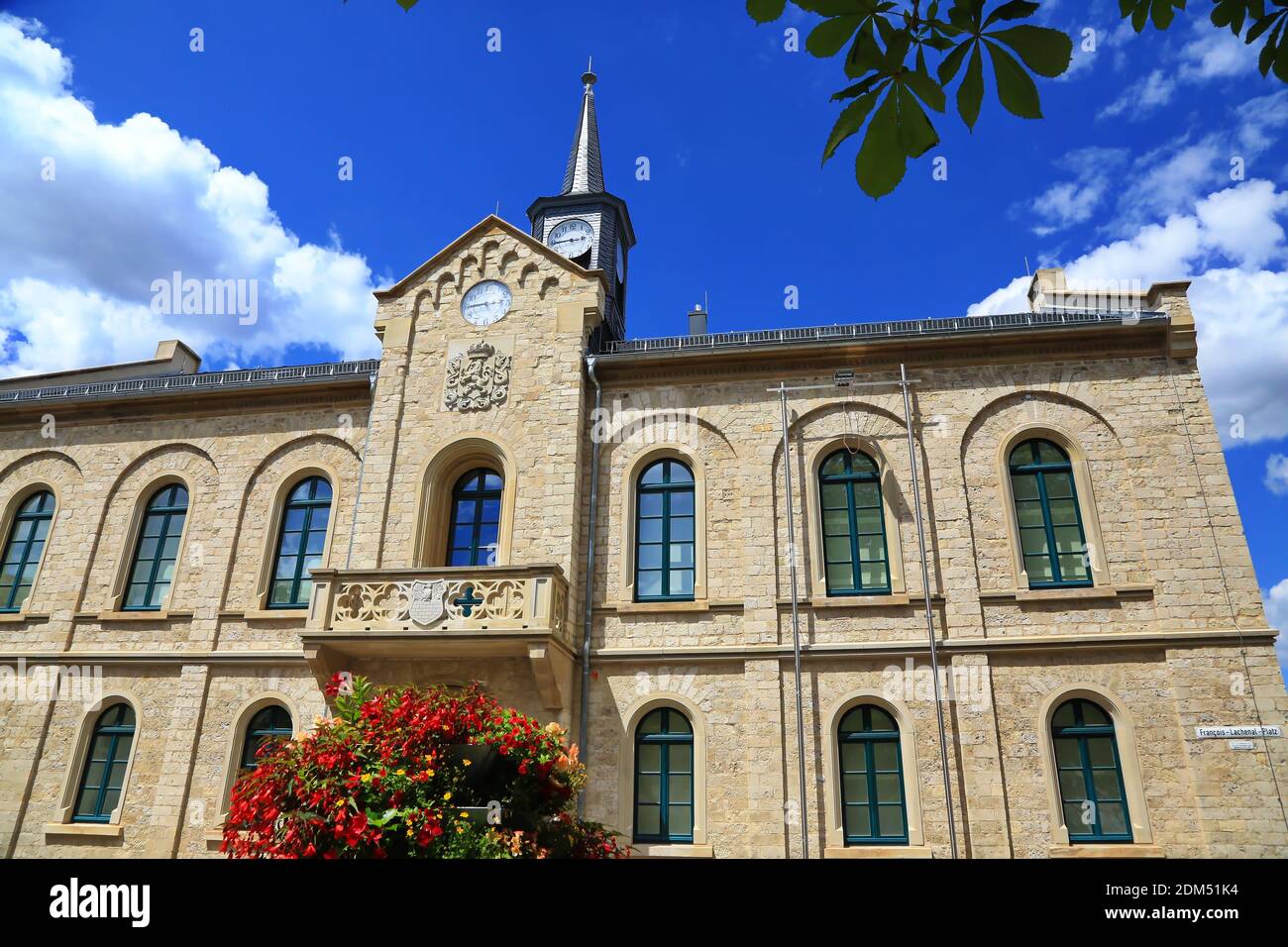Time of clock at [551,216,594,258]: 2:44
